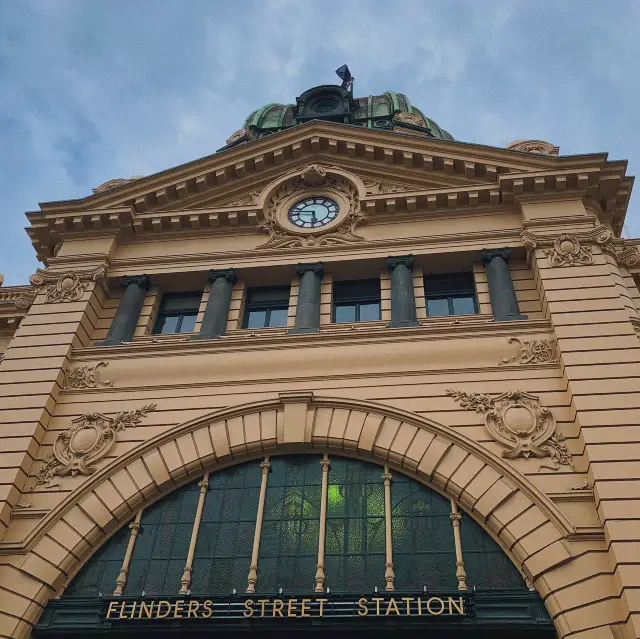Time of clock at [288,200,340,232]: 5:46
